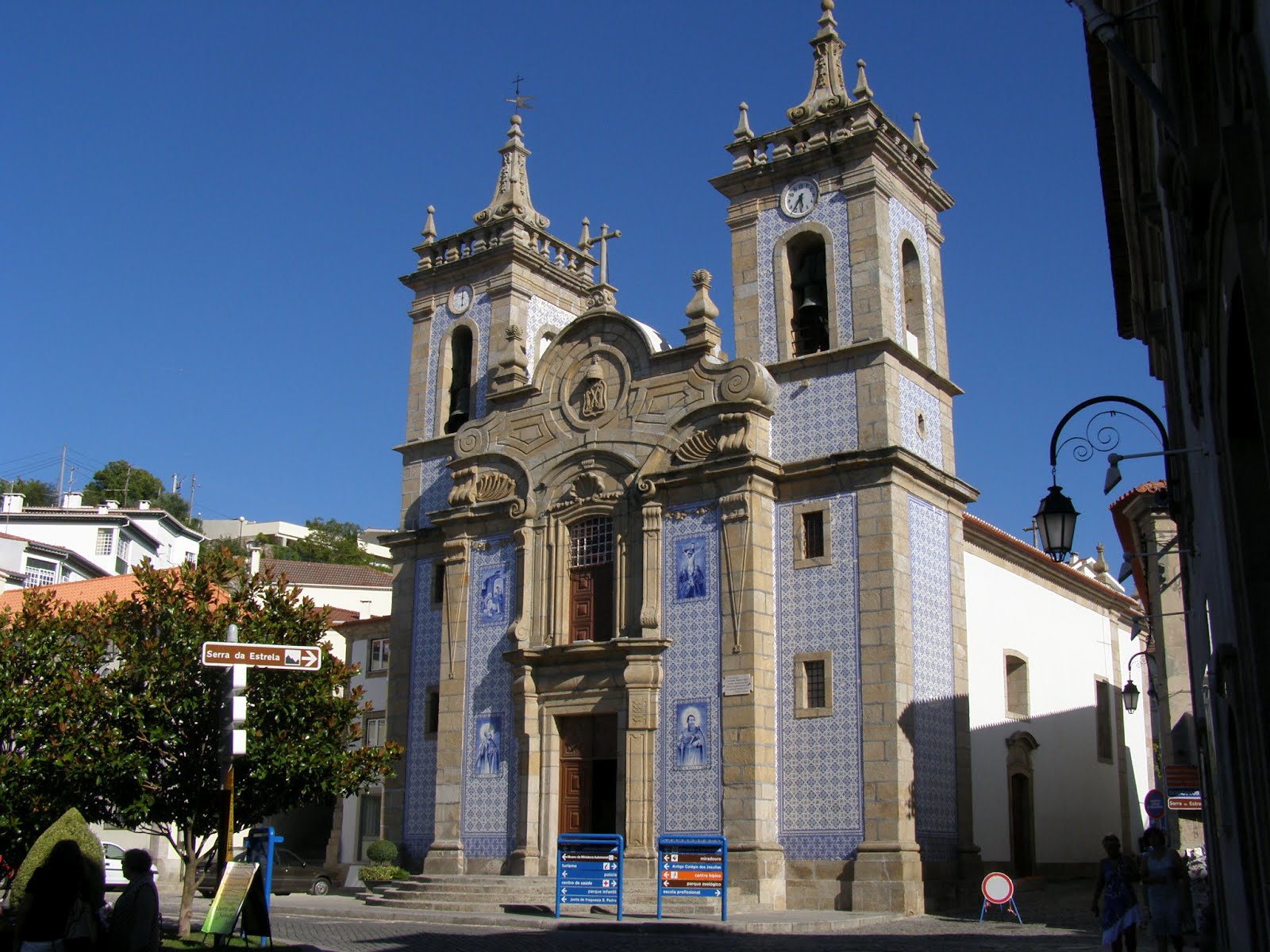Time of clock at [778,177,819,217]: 5:35
